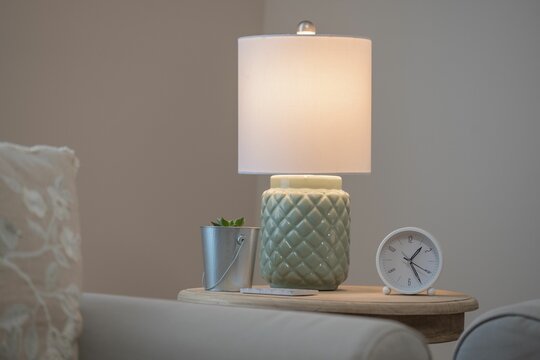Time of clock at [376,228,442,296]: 1:25
